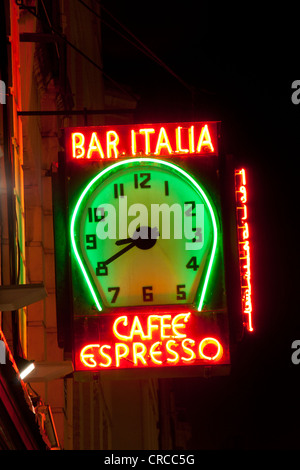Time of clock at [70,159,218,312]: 8:40
